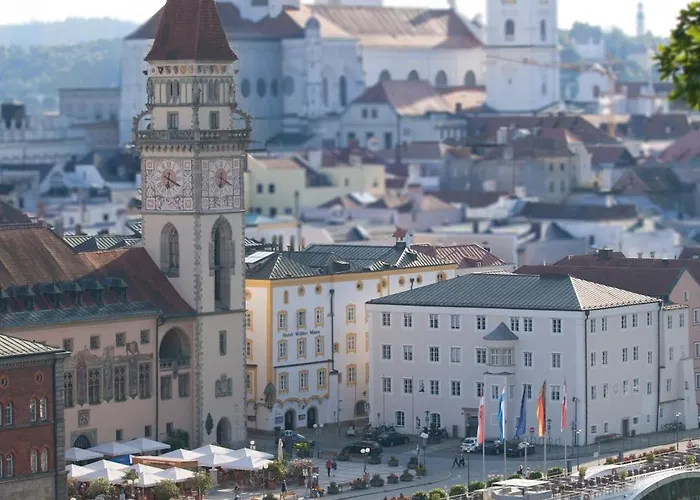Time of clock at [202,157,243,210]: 6:19
